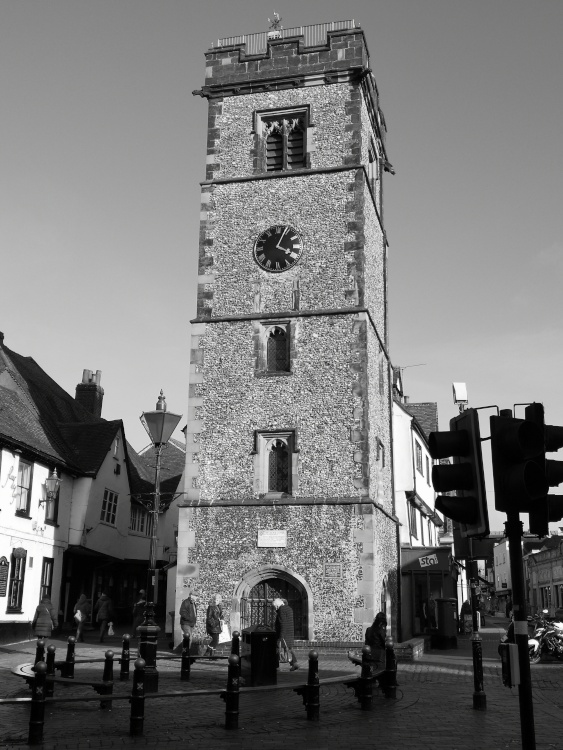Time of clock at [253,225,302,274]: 4:04
